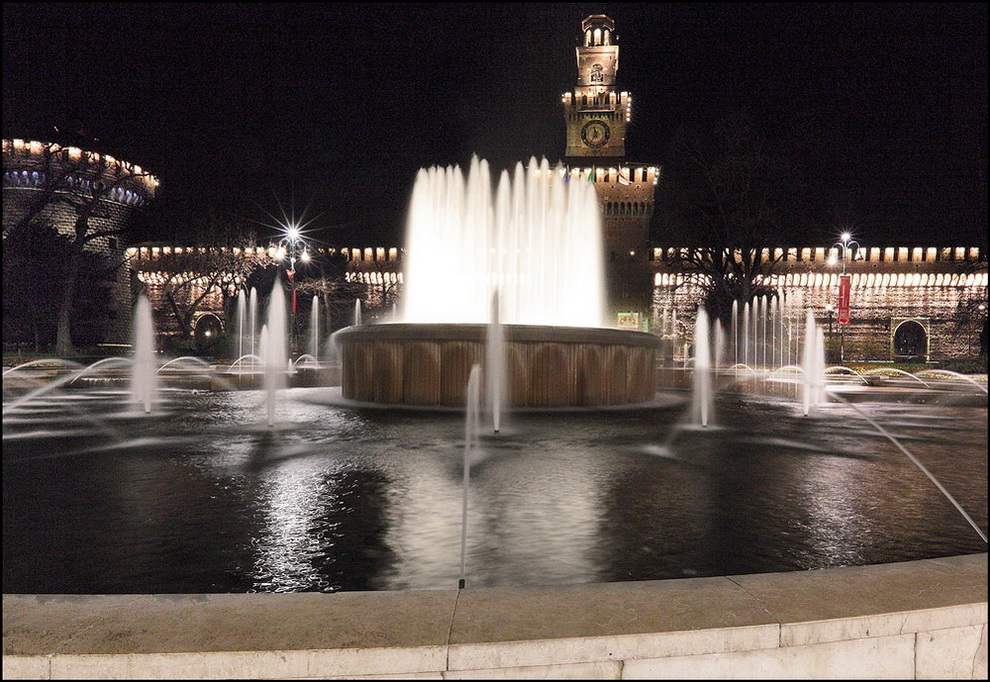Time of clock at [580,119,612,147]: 11:35
